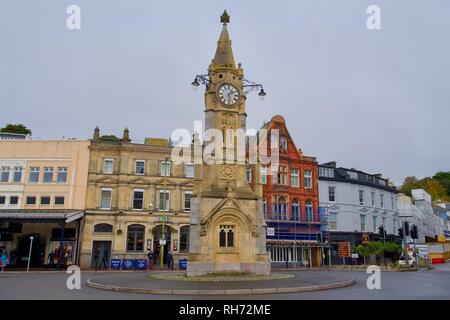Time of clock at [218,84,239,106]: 1:28
